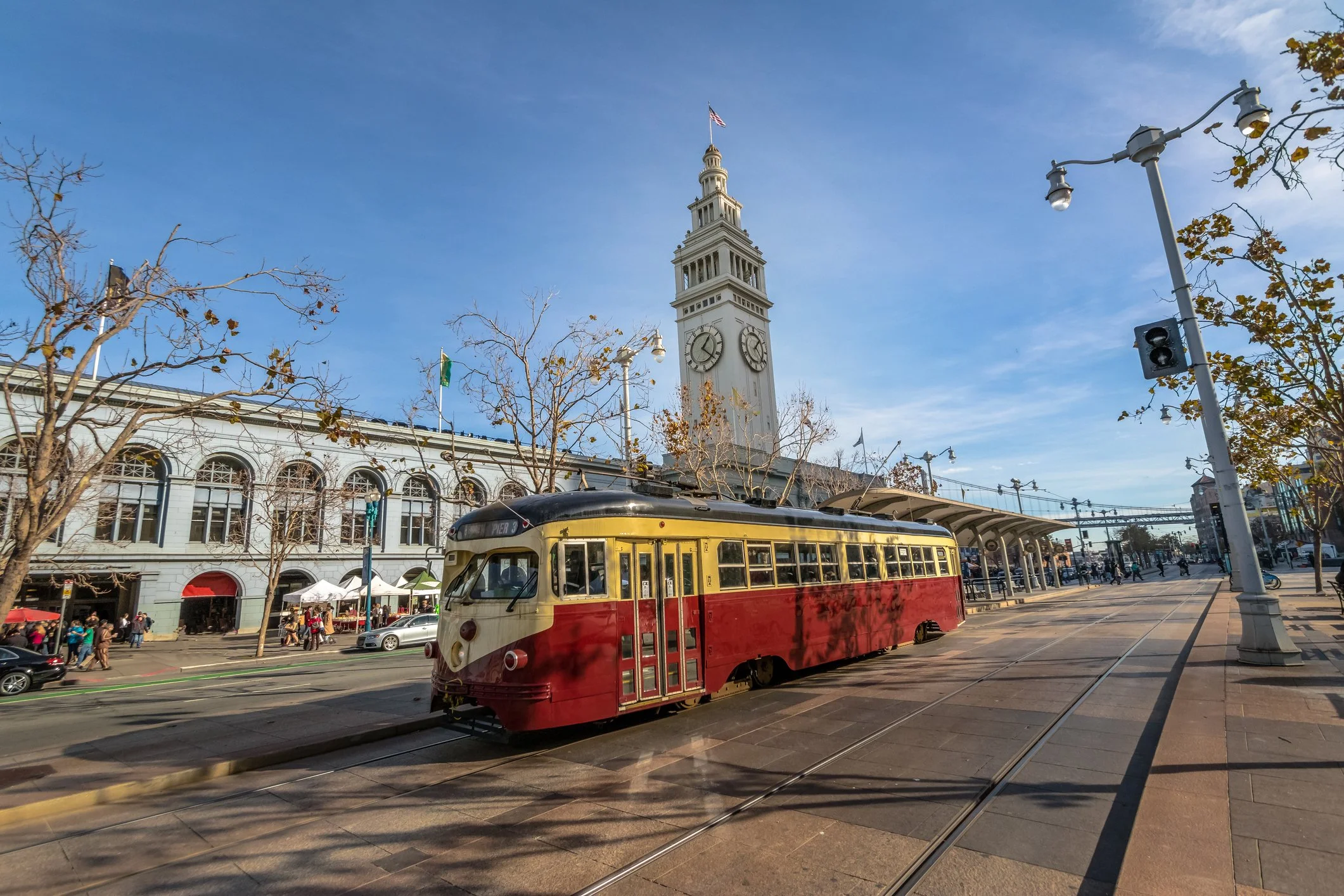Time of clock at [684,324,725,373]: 1:22
